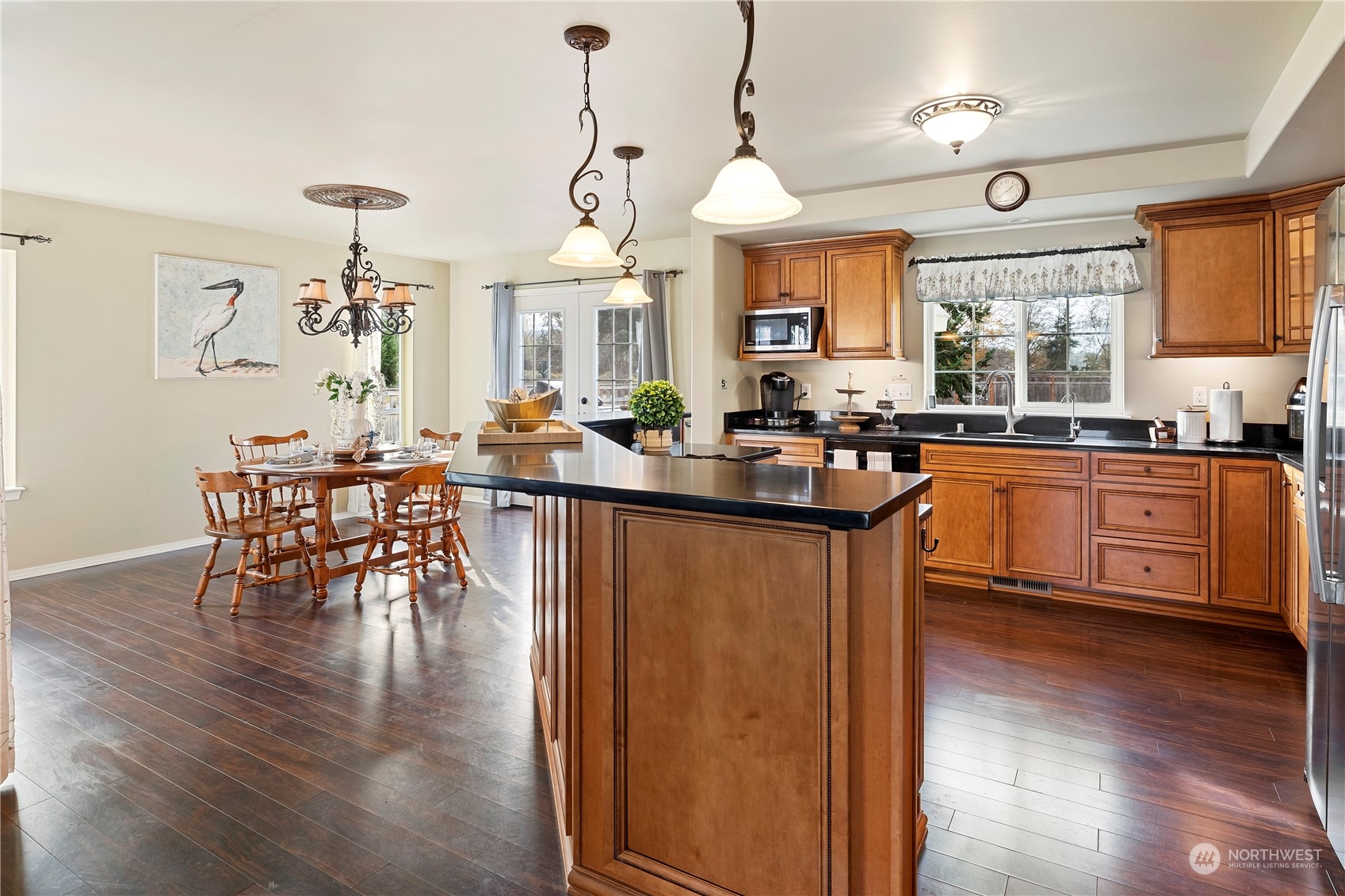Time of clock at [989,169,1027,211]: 1:38
